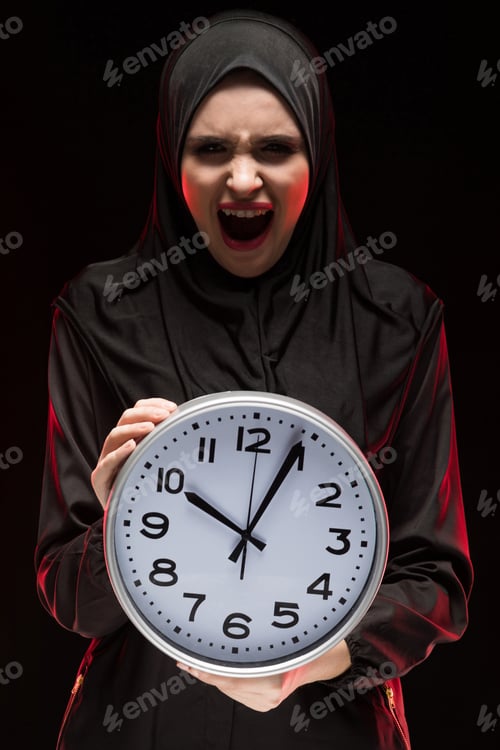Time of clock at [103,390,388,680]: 10:04
